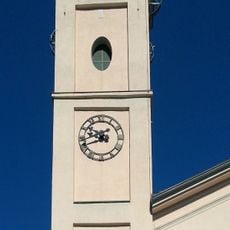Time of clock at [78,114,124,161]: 9:41
